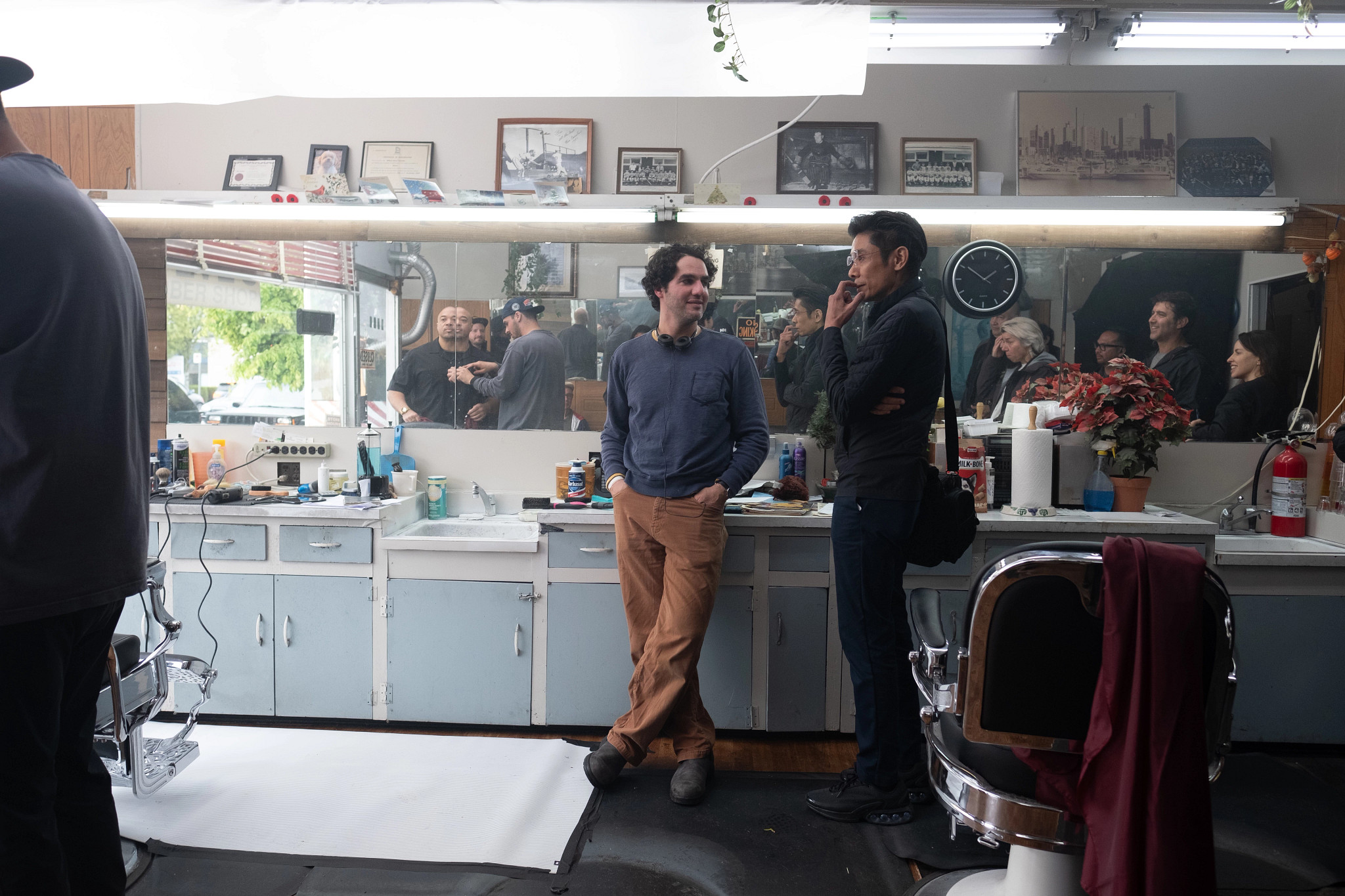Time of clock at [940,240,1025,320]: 1:50
